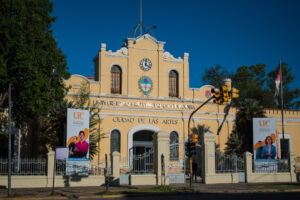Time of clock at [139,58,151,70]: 4:01
